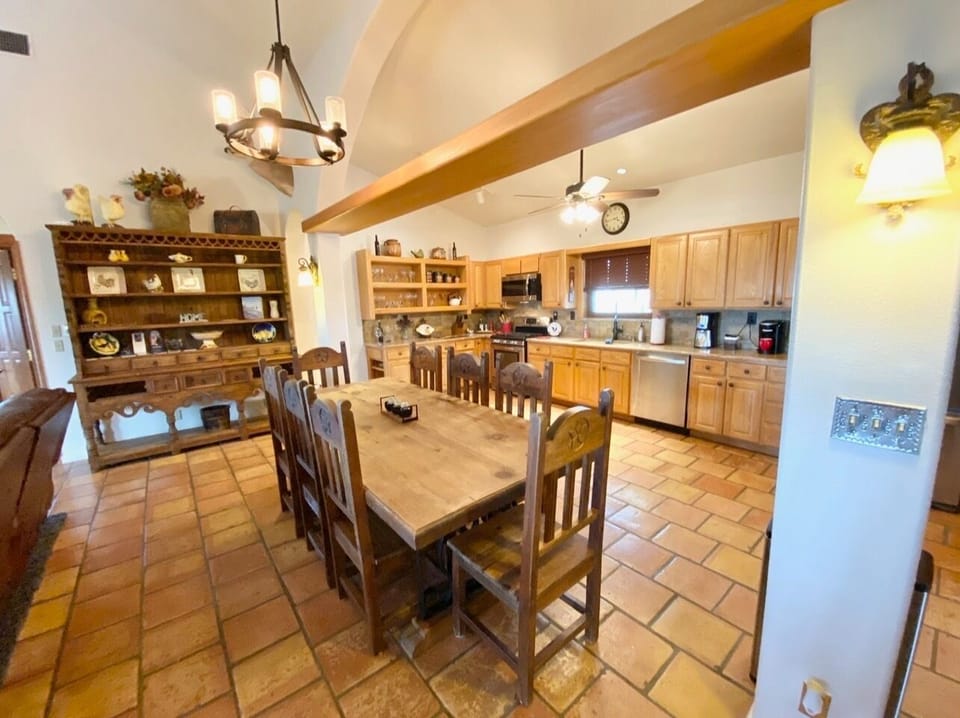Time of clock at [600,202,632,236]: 3:43
